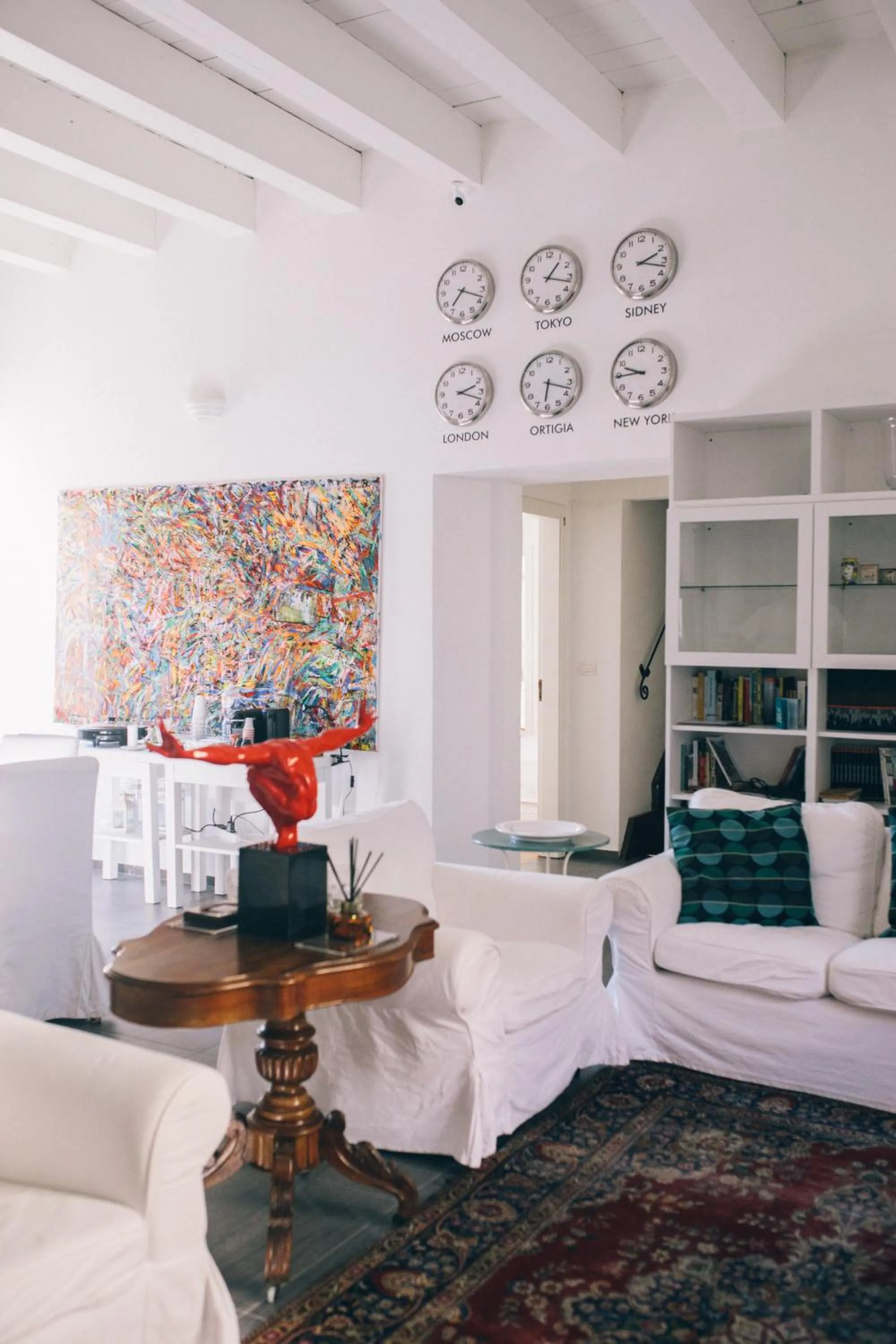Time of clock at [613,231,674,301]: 2:17
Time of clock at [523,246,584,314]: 1:16
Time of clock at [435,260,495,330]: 7:18
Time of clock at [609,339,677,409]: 9:44
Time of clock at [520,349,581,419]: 6:17
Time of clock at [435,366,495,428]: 2:18
